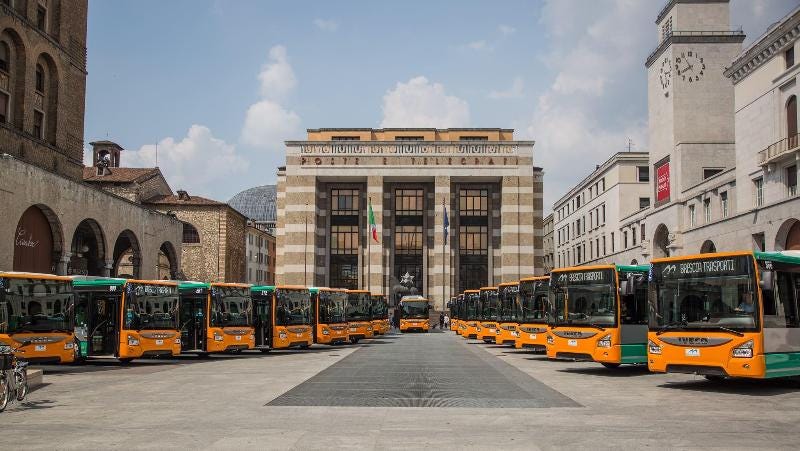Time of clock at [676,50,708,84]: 7:54
